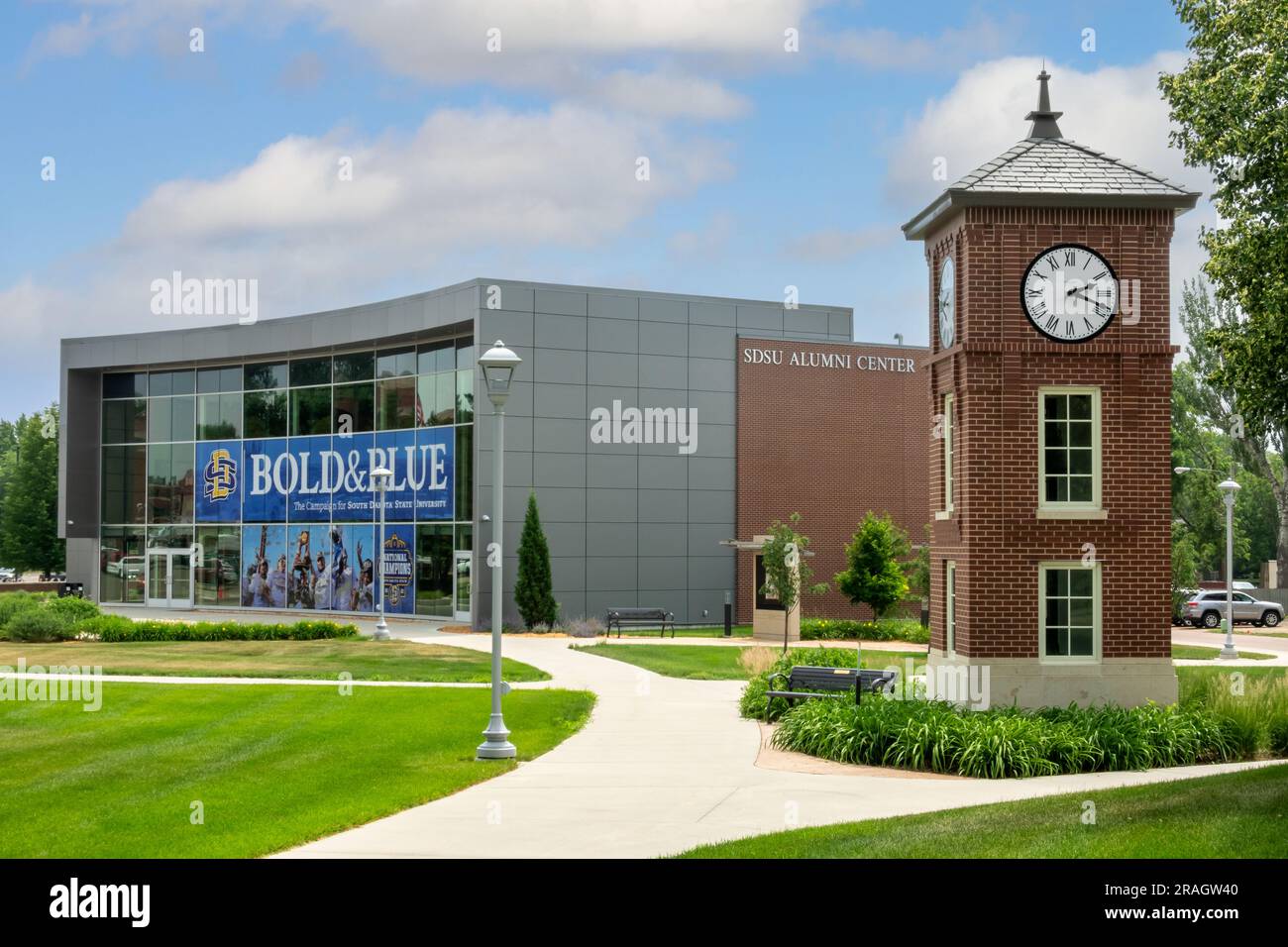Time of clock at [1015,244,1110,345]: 2:18
